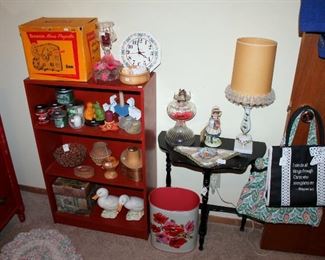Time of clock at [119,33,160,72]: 3:58
